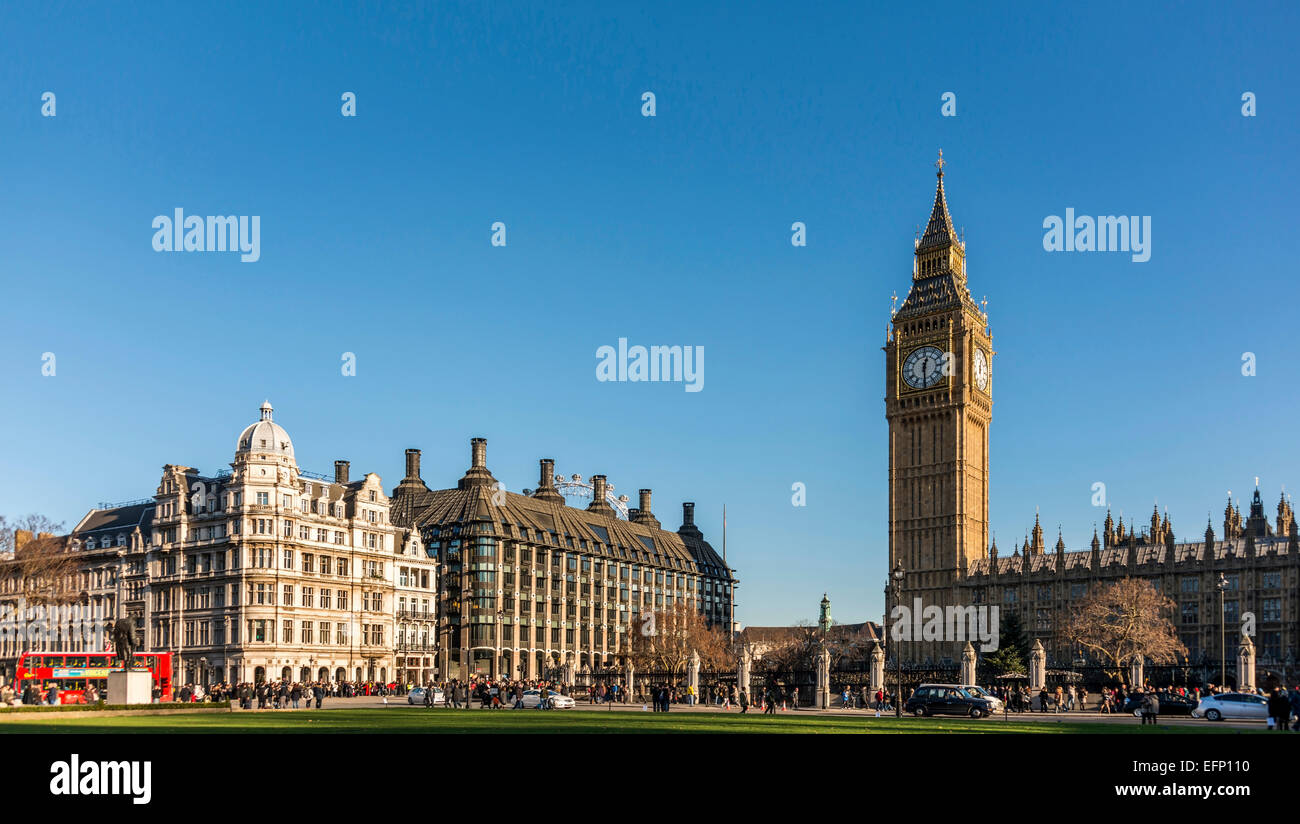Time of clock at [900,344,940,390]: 12:29
